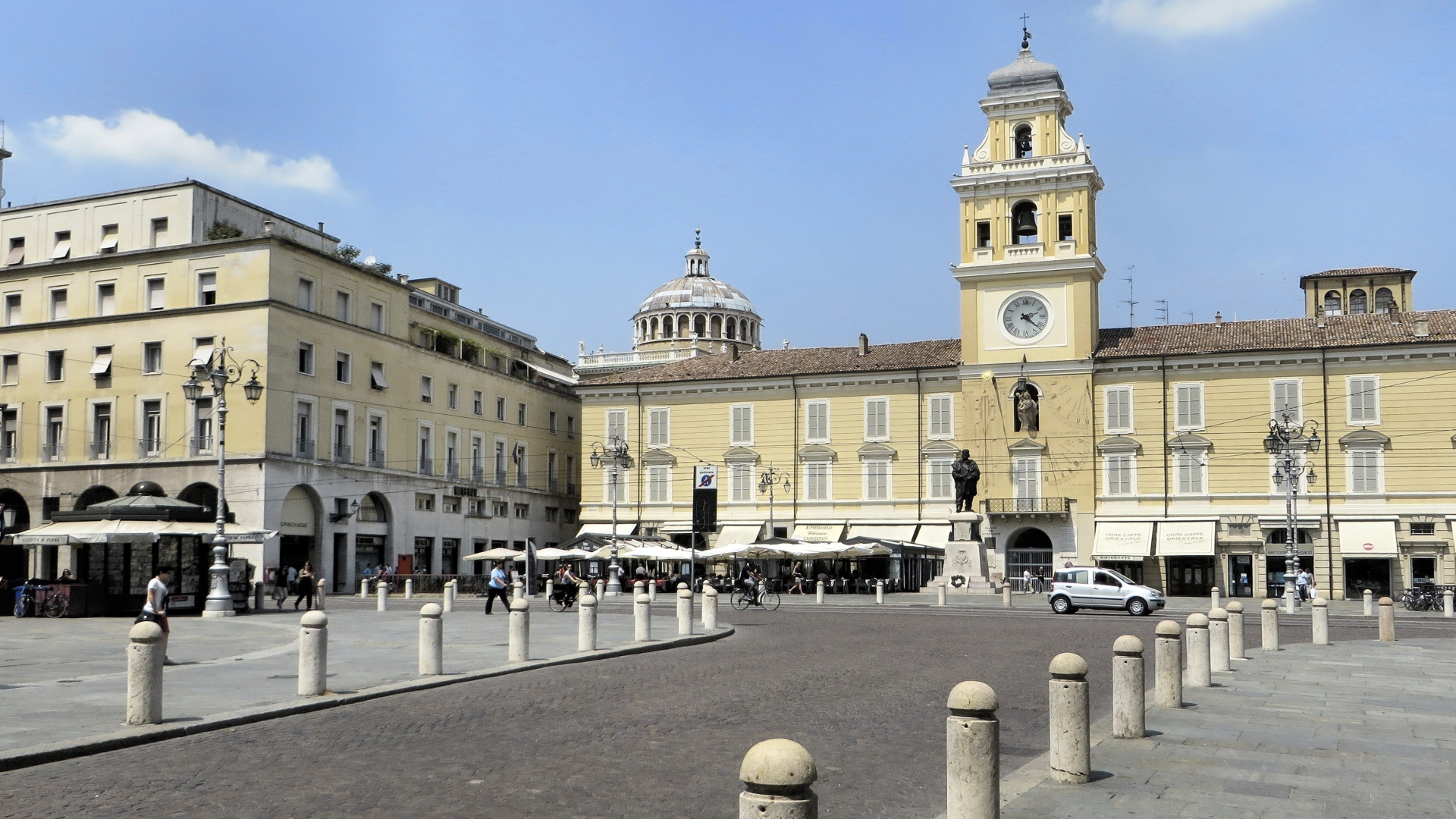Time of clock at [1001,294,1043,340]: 2:21
